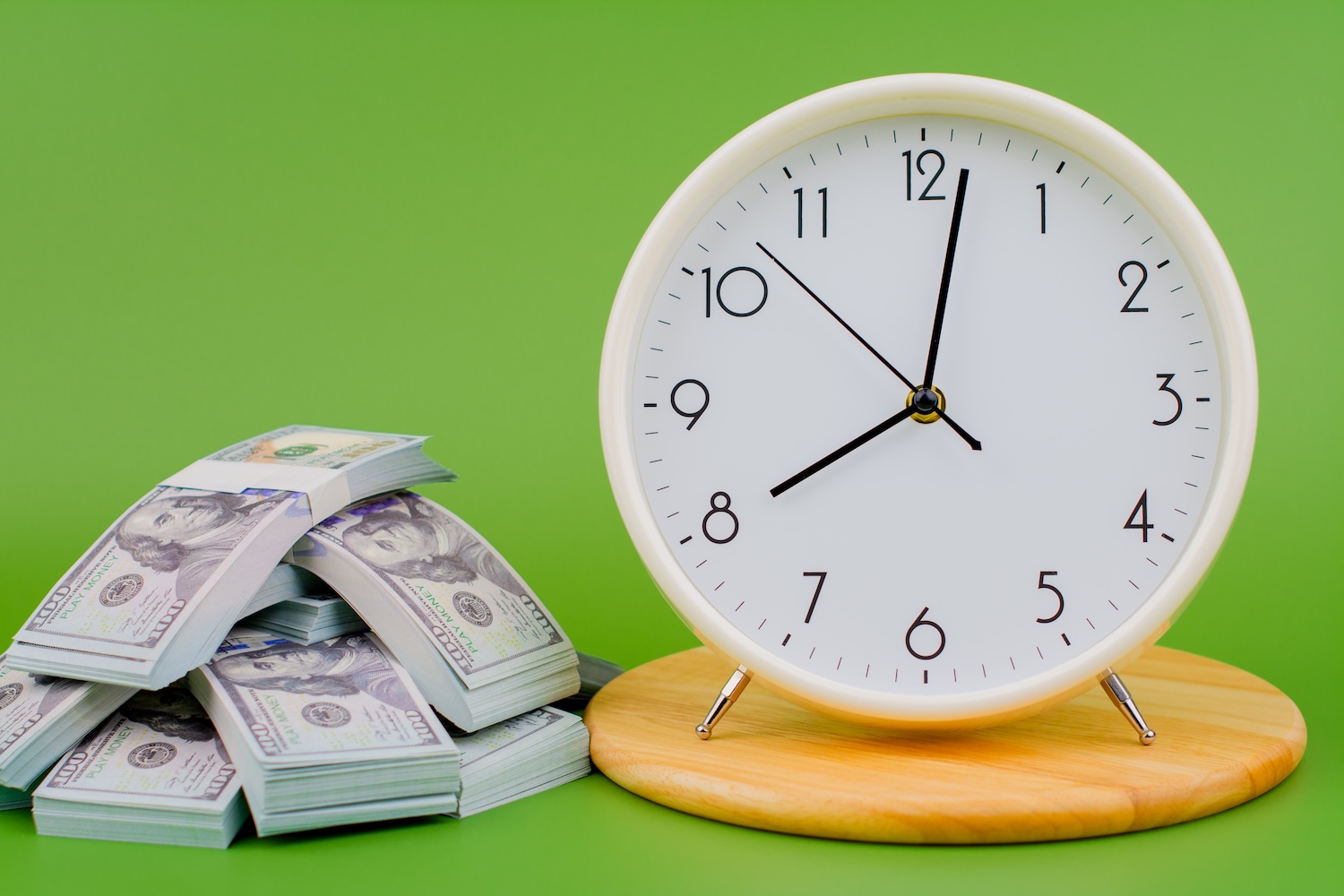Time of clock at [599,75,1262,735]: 8:01
